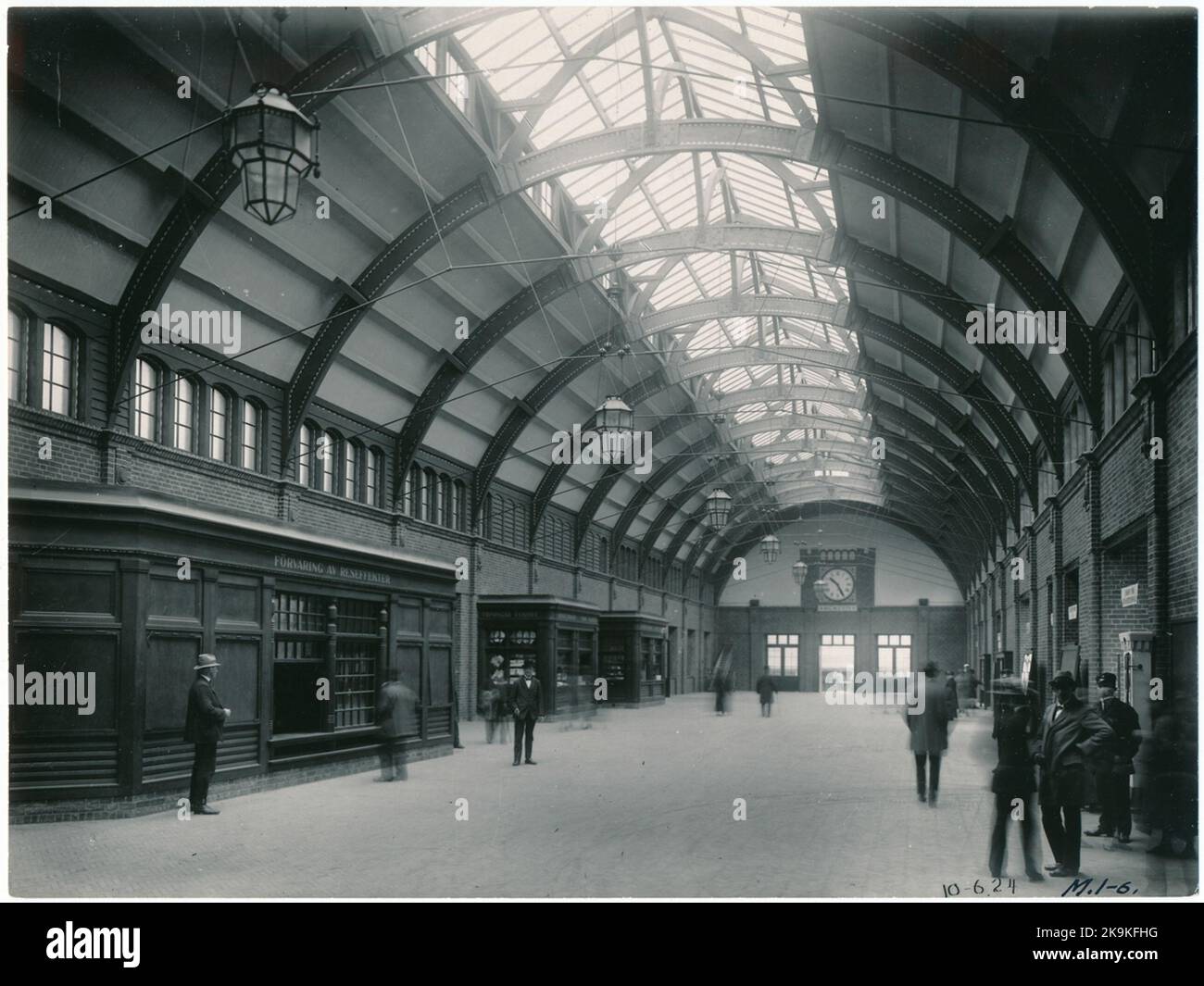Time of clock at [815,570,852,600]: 10:25
